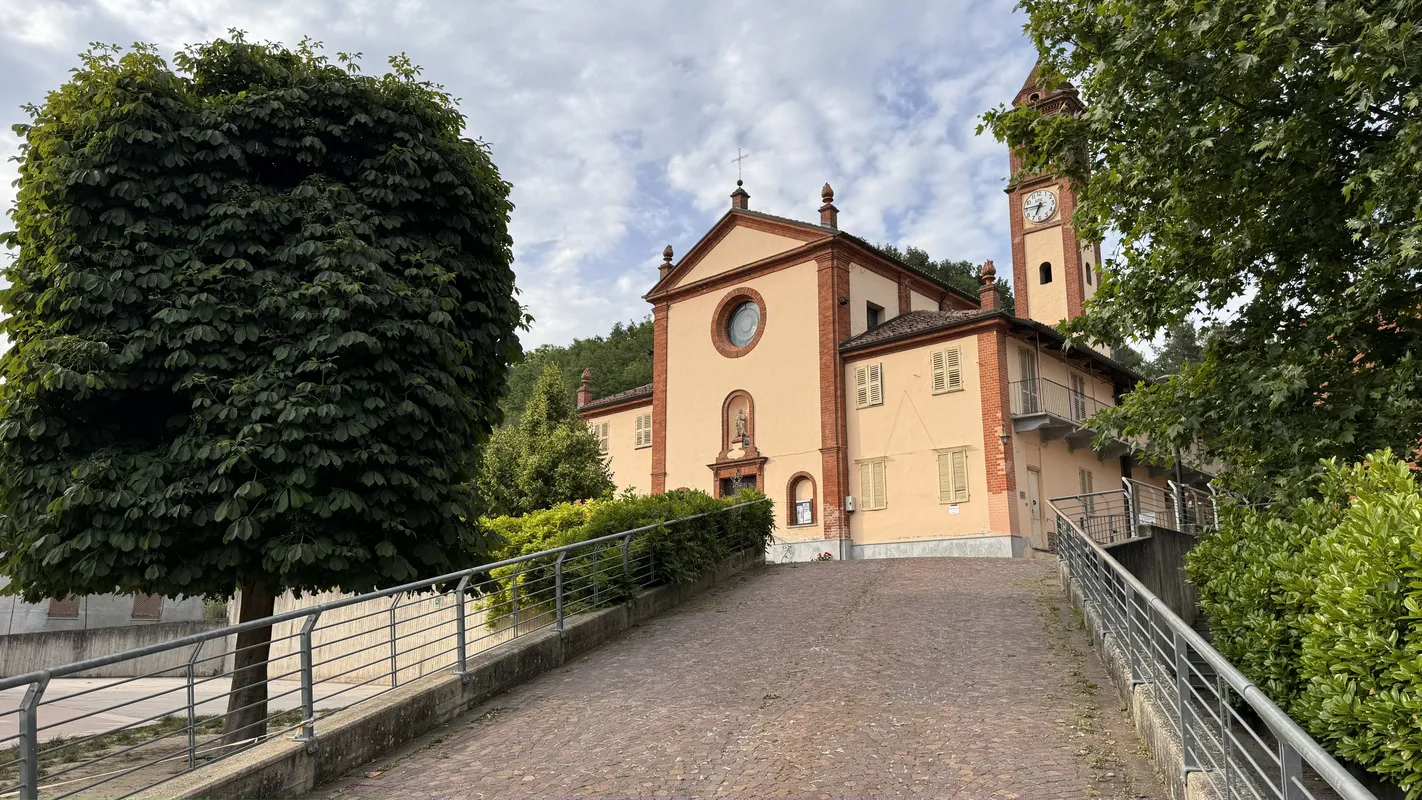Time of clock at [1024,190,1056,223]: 6:45
